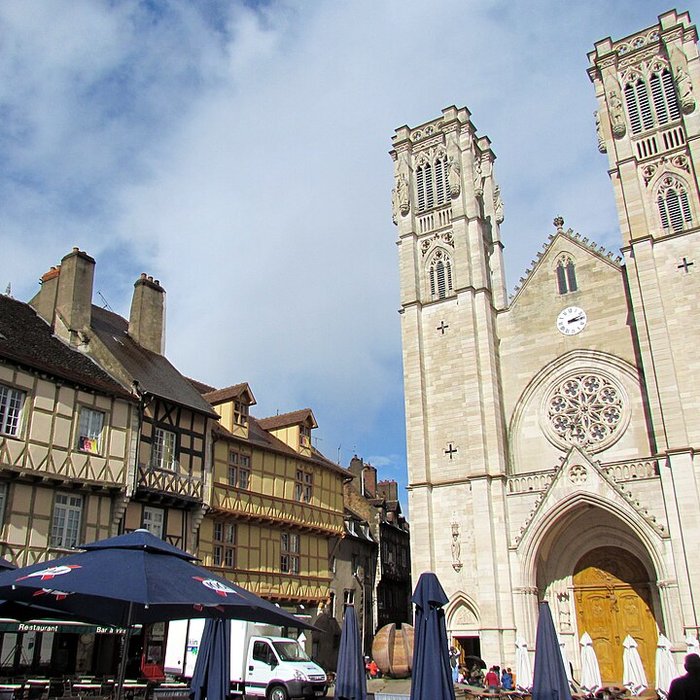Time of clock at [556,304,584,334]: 3:12
